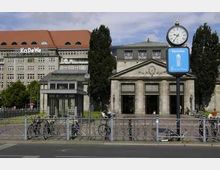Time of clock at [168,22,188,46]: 9:36
